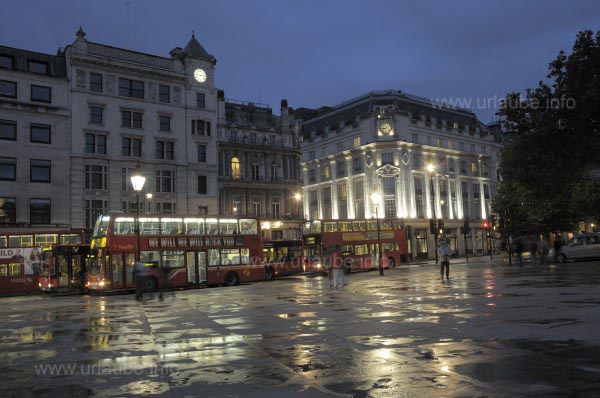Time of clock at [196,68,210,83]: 9:12
